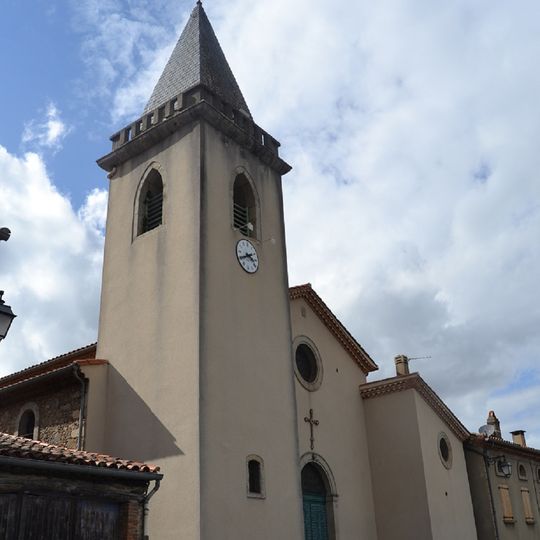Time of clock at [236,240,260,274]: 3:40
